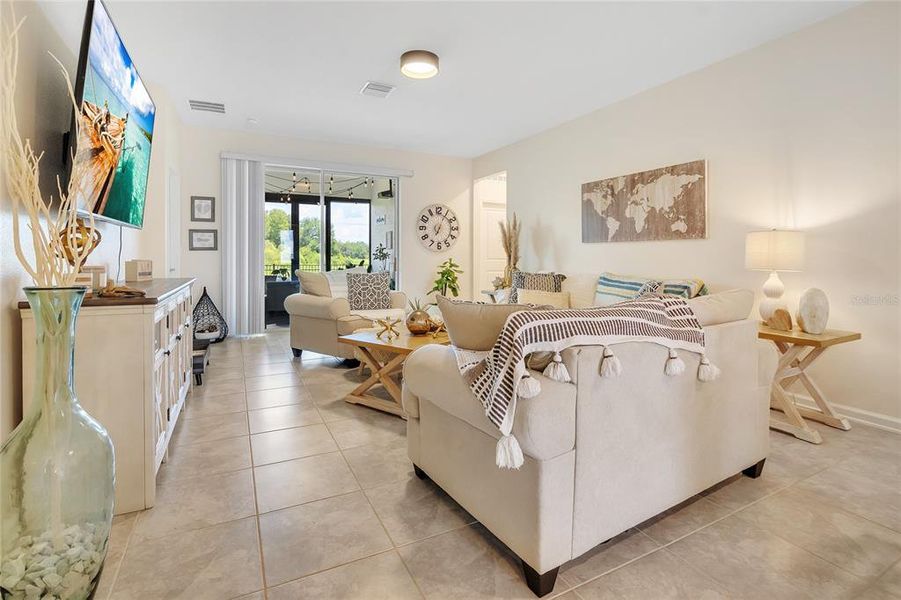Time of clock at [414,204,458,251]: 7:04
